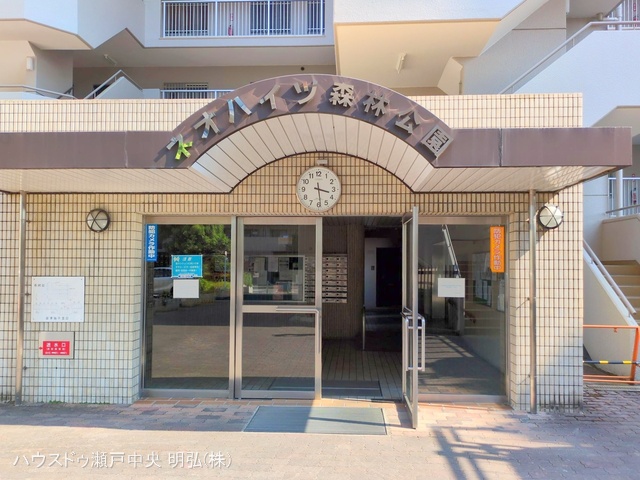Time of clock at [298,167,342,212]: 3:28
